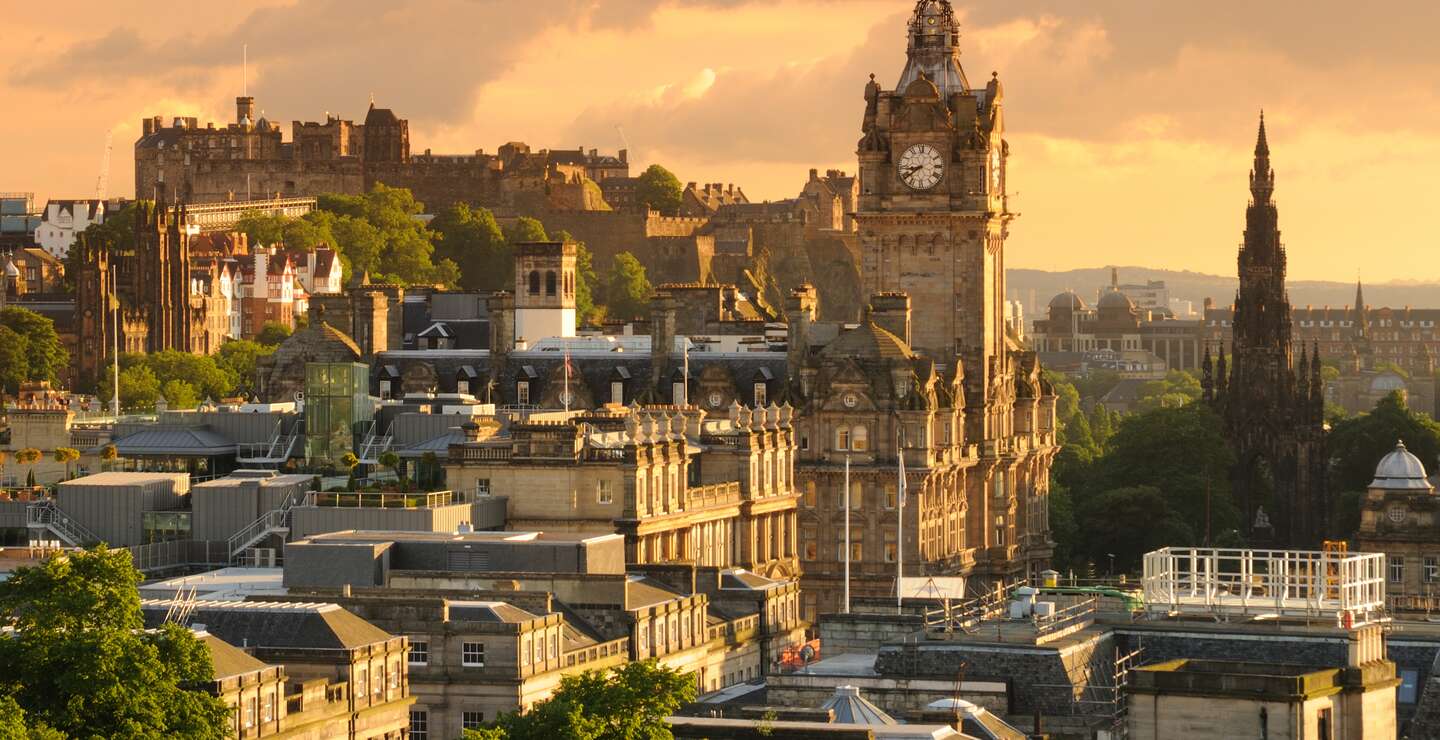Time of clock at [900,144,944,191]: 8:39
